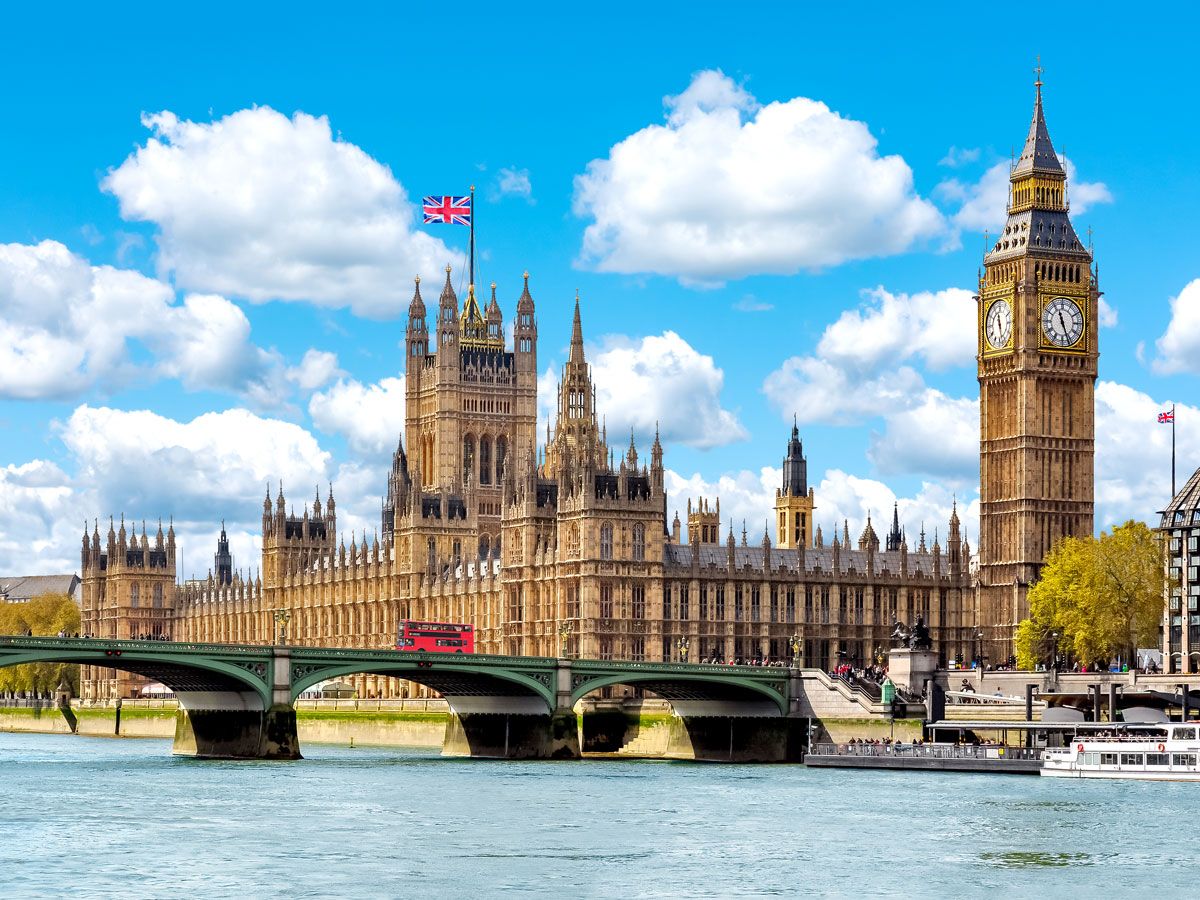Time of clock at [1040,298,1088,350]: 11:26
